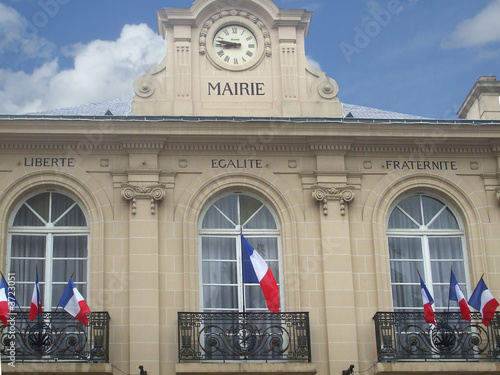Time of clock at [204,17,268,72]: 8:46
